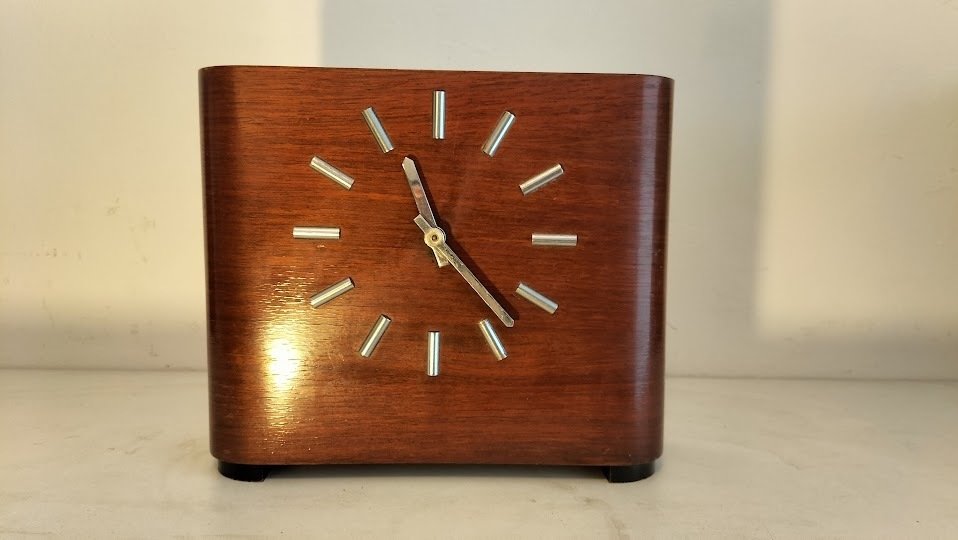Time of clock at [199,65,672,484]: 11:22
